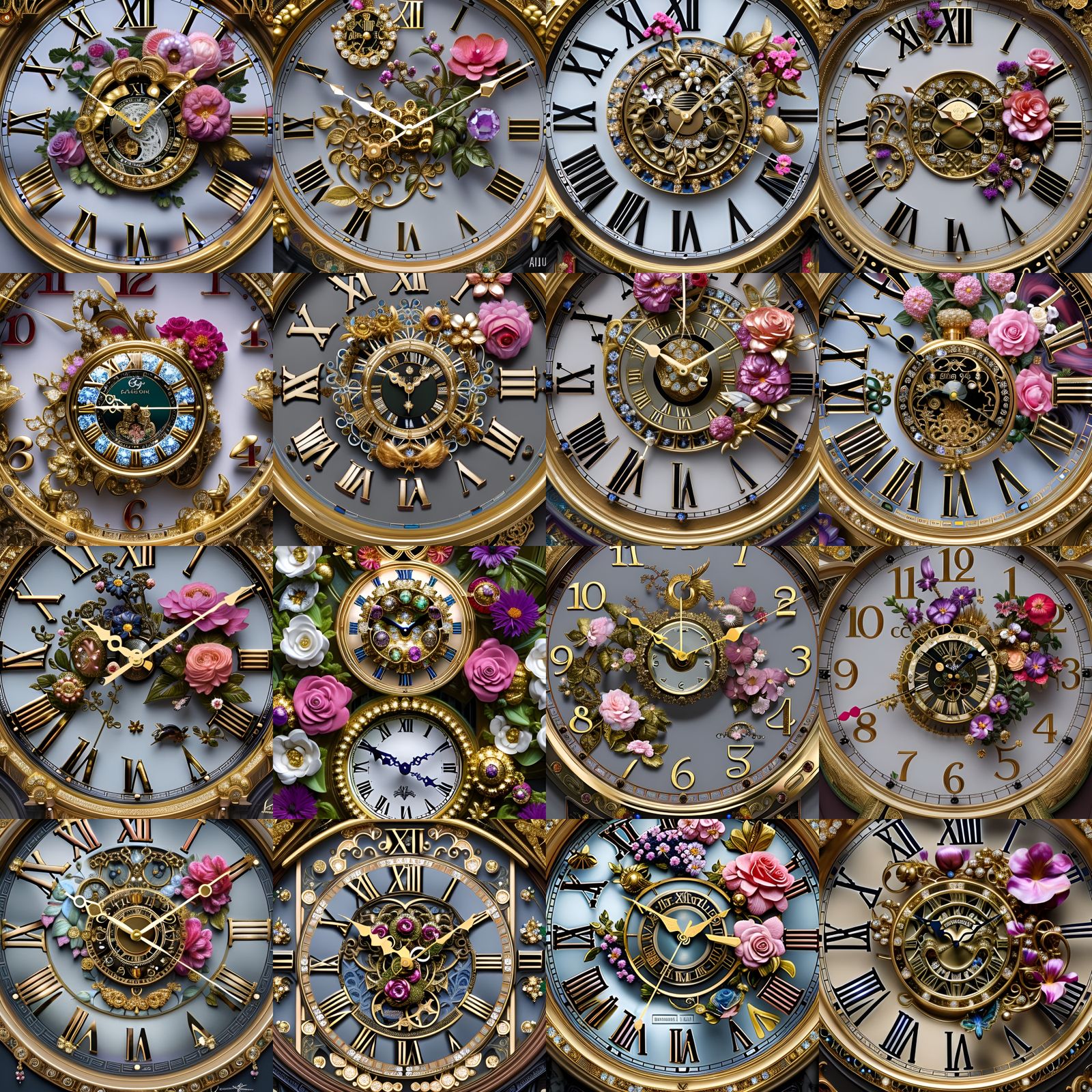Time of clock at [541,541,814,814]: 1:50
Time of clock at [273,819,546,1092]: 1:50
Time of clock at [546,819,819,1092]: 1:52
